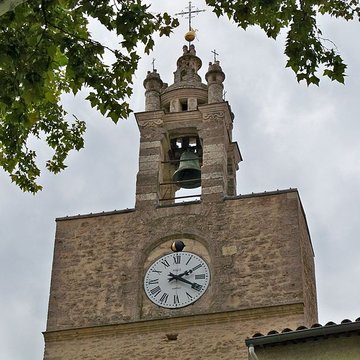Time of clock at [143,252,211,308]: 2:19
